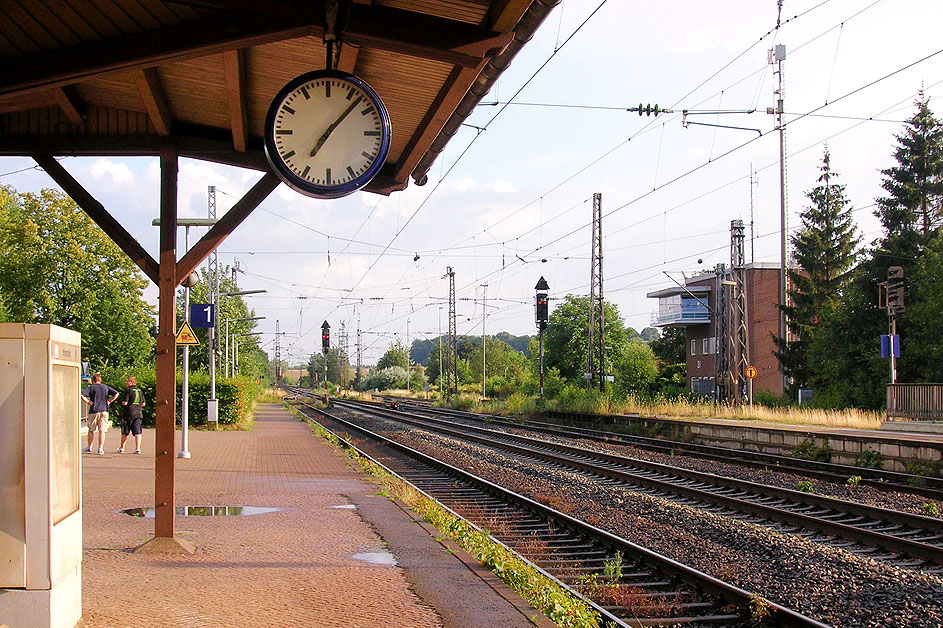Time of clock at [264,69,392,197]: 7:07
